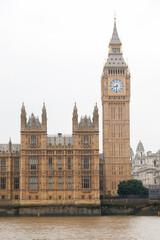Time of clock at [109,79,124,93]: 8:31
